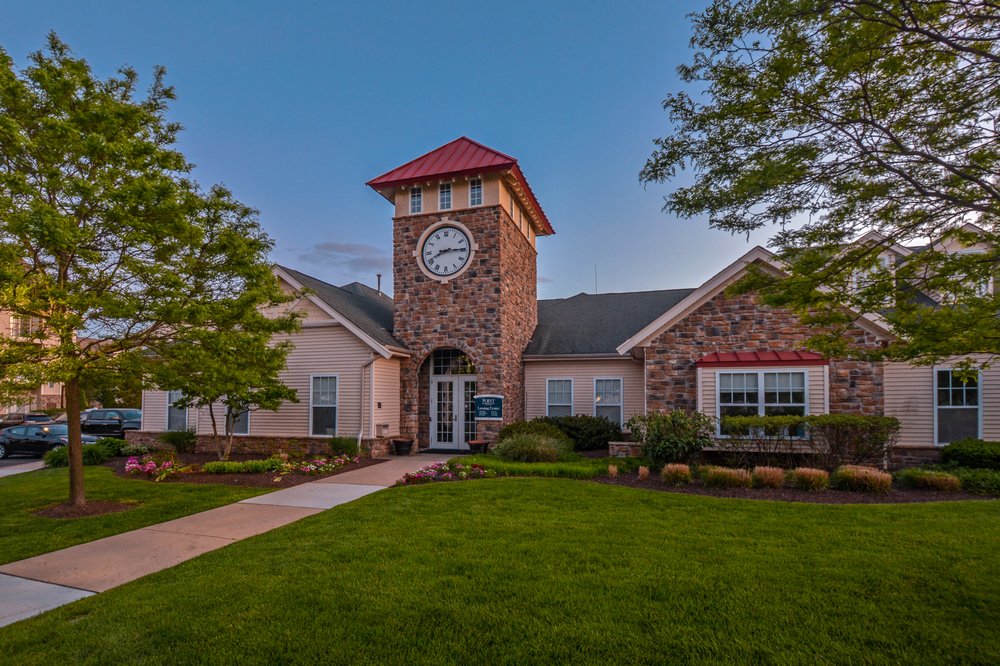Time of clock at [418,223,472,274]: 8:14
